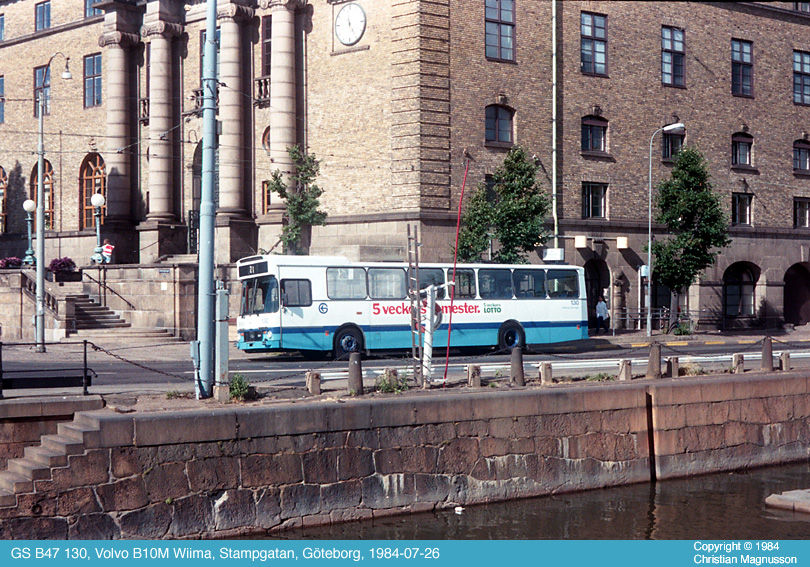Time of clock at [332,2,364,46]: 11:24
